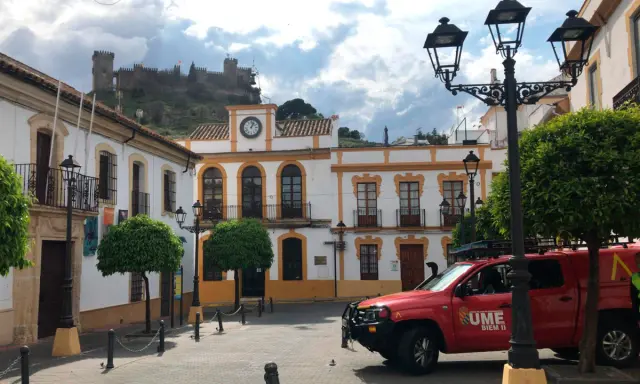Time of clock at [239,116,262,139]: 1:02
